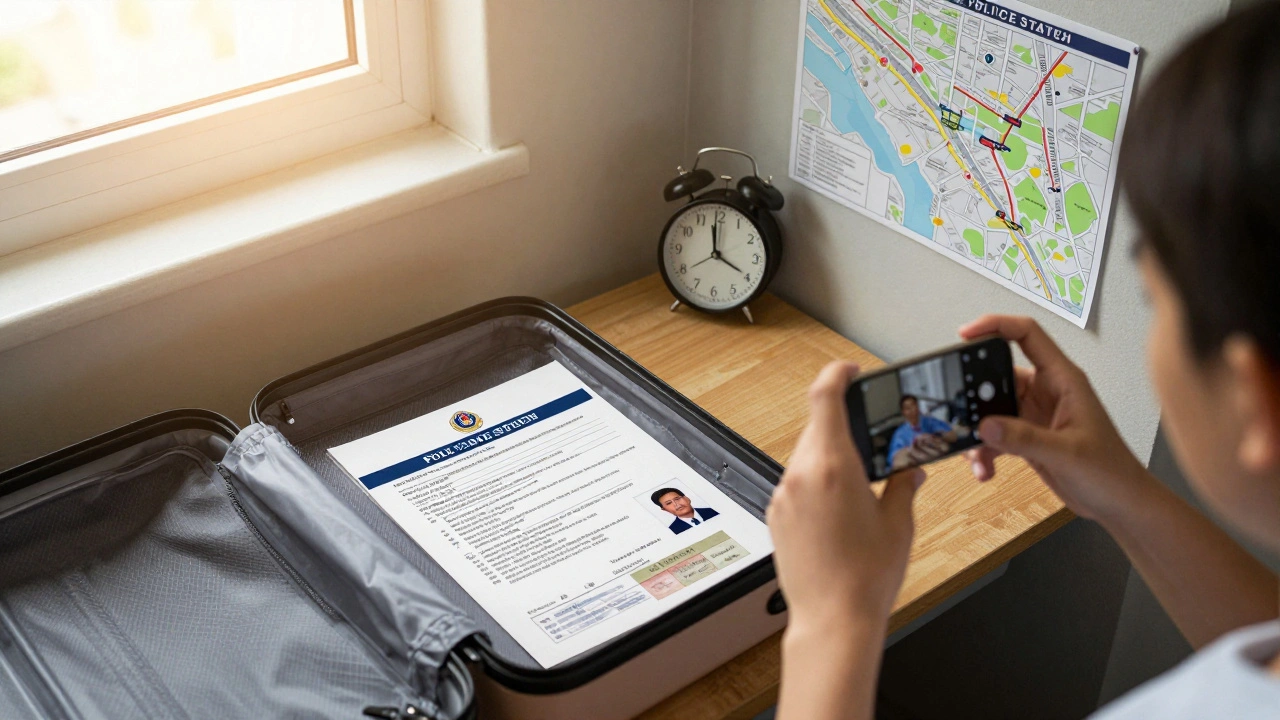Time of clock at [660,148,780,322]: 3:59
